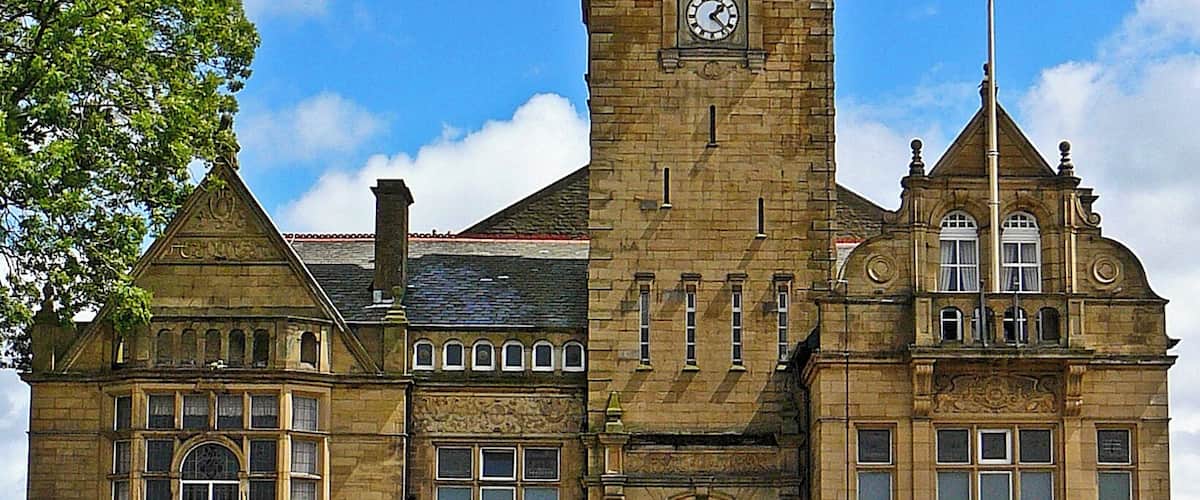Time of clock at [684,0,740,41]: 1:22
